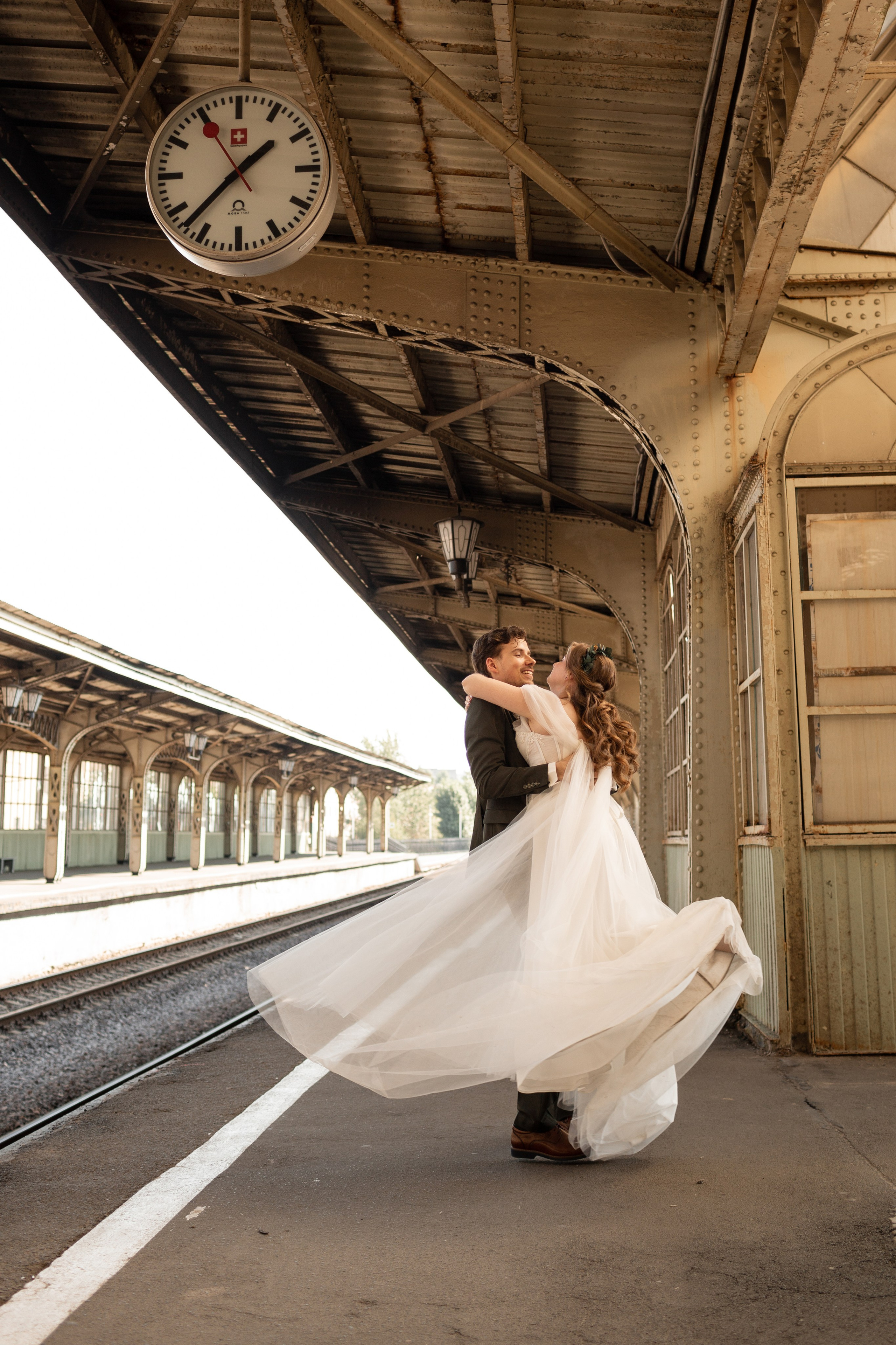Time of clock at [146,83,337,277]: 1:37
